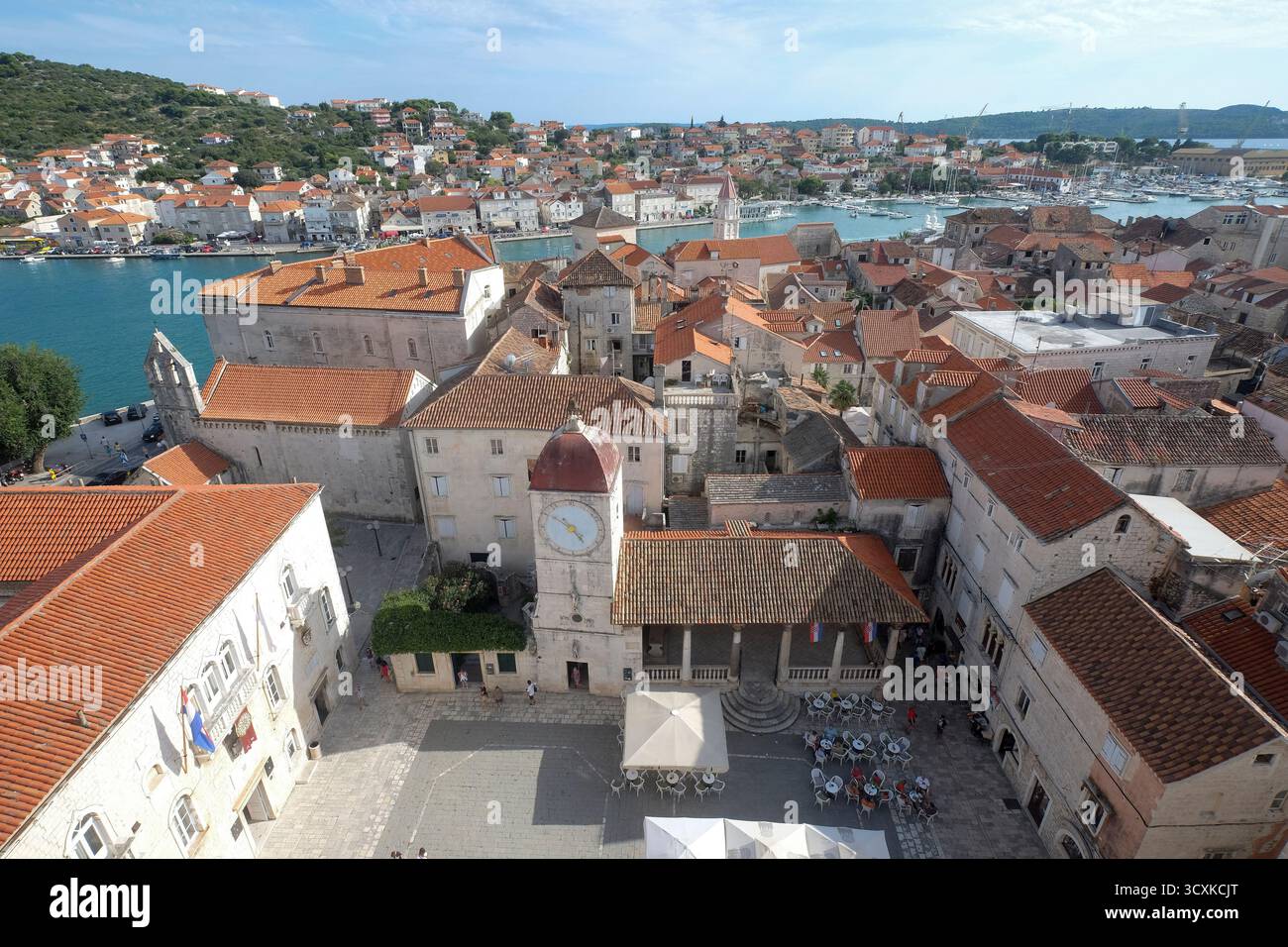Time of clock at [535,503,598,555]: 4:50
